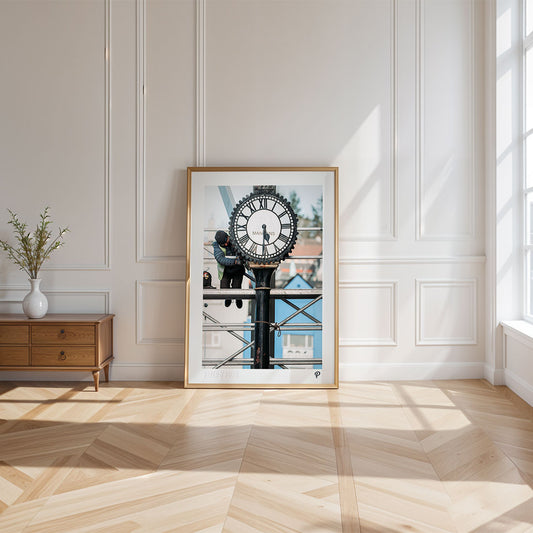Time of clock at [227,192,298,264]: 5:30
